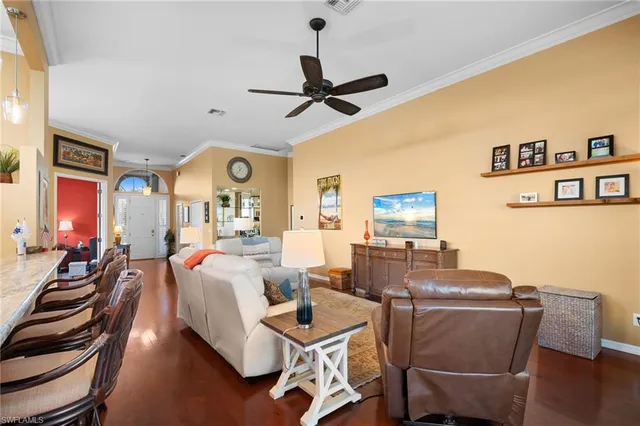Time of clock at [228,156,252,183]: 11:36
